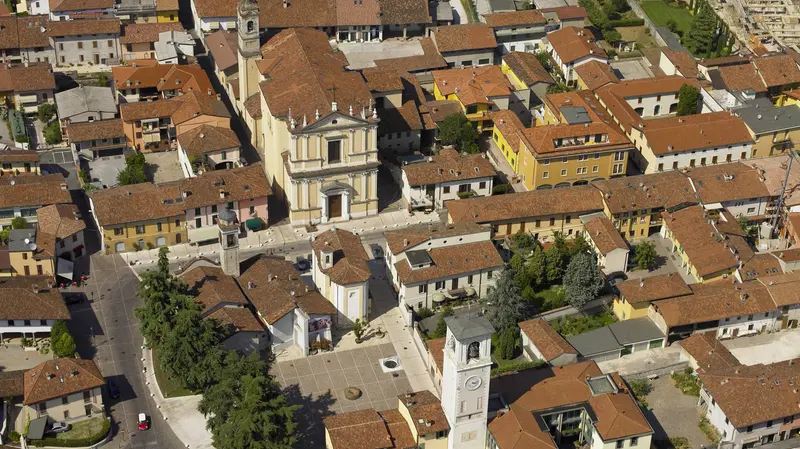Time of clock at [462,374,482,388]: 3:12
